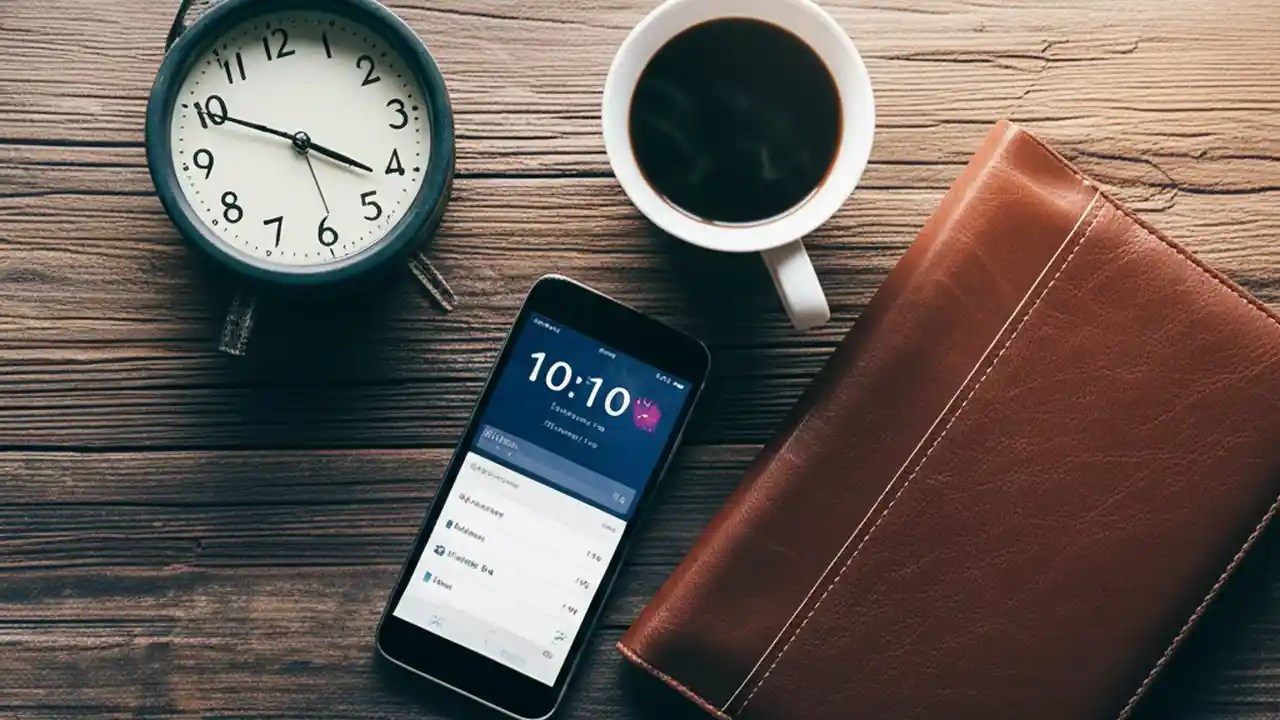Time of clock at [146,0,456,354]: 4:21
